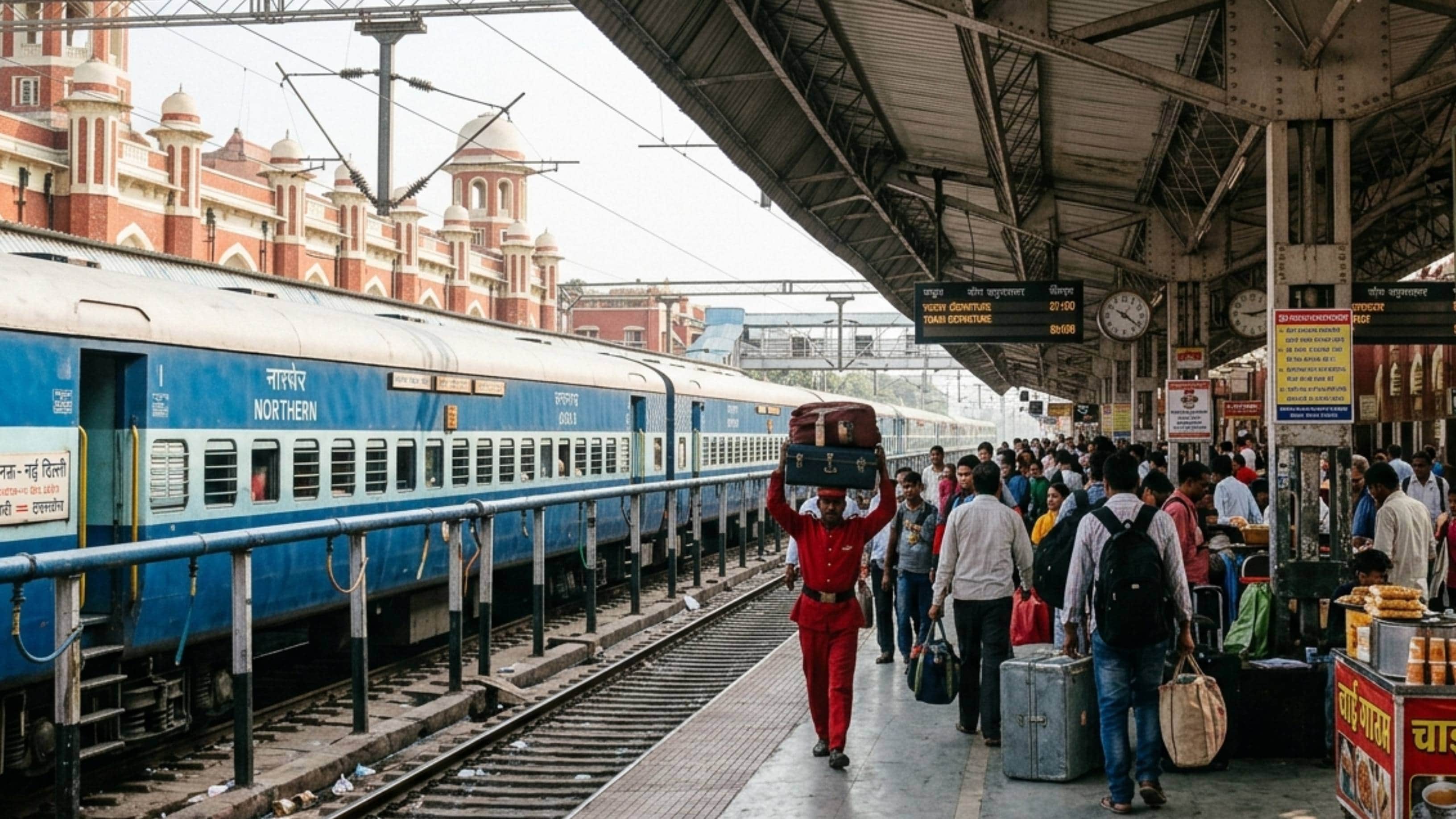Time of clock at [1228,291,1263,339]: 9:12
